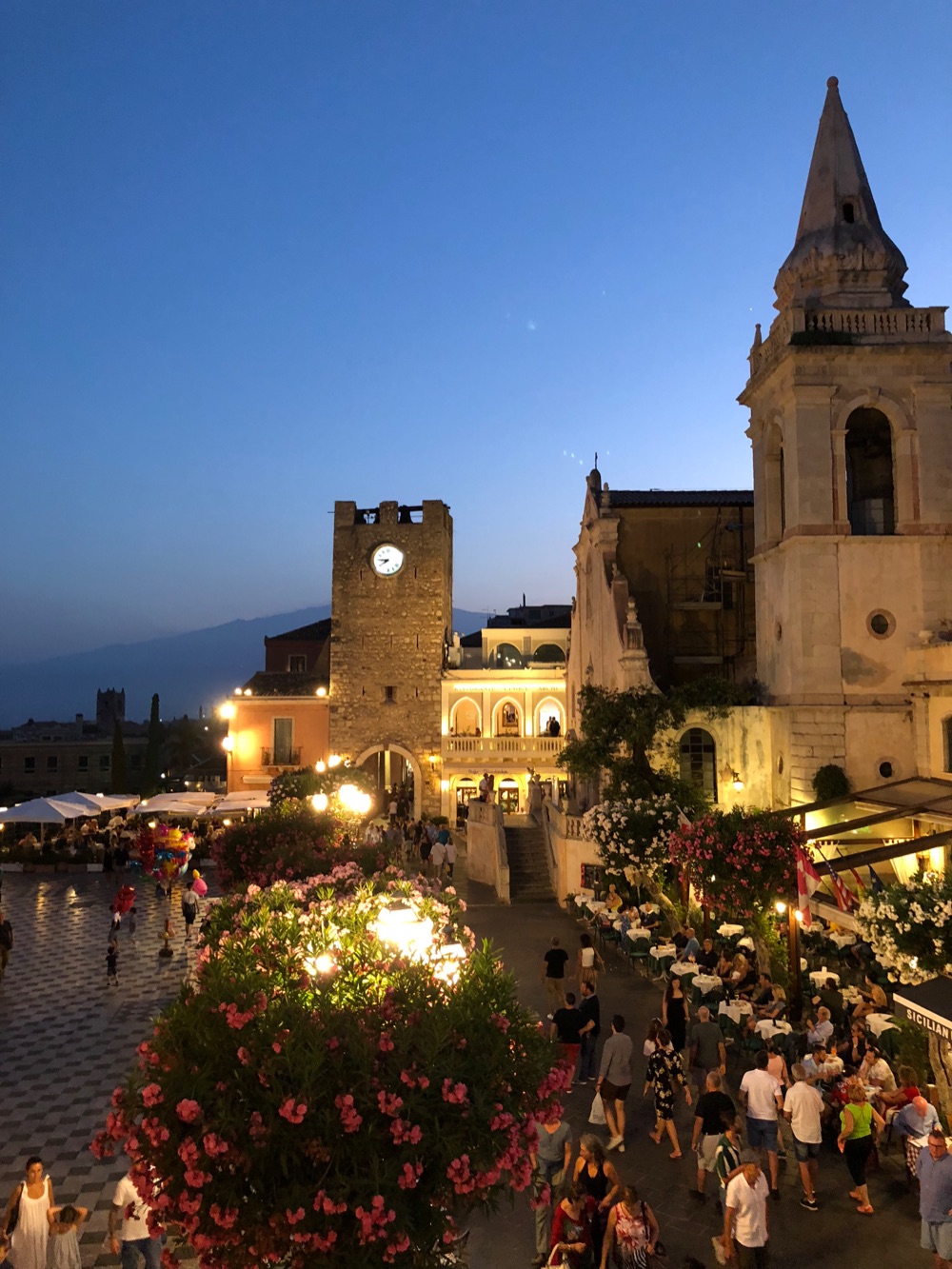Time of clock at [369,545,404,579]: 7:45
